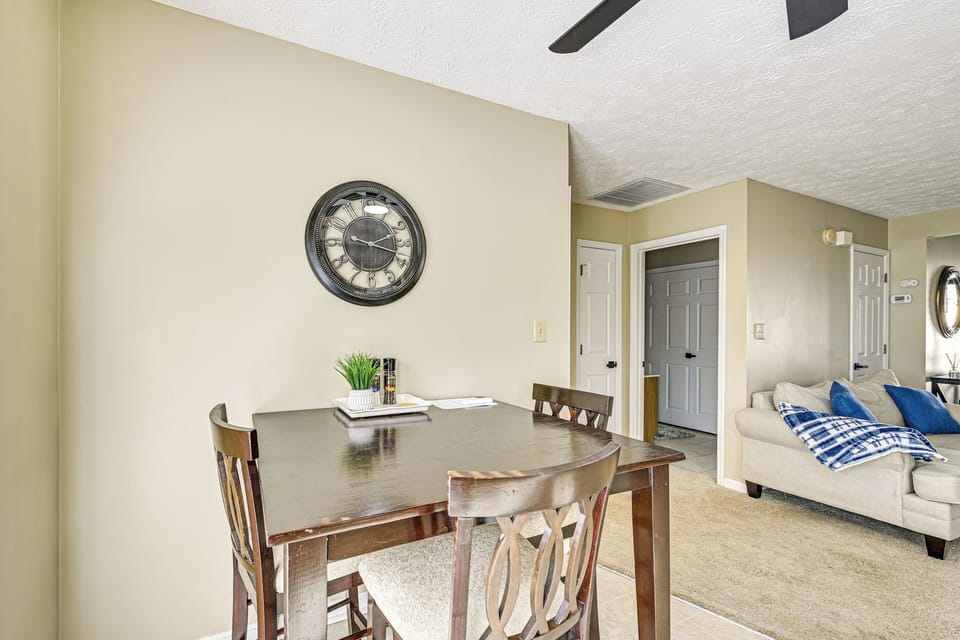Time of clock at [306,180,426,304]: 9:18
